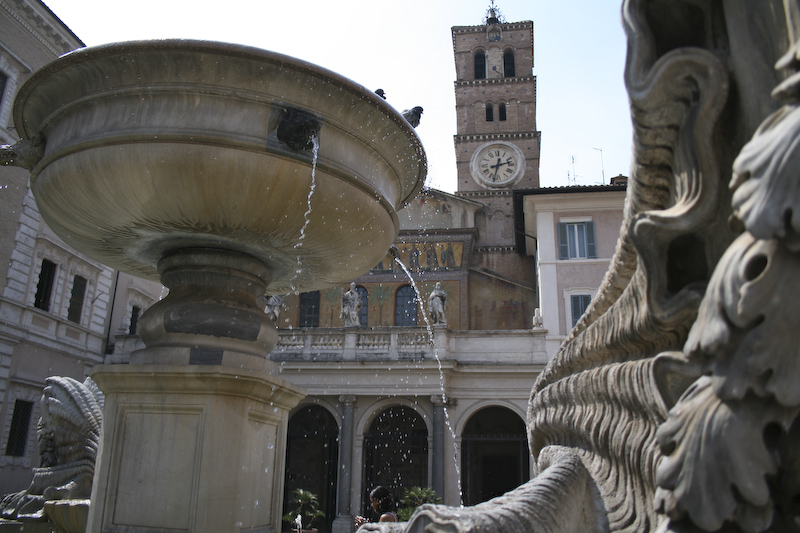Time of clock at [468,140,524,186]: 2:32
